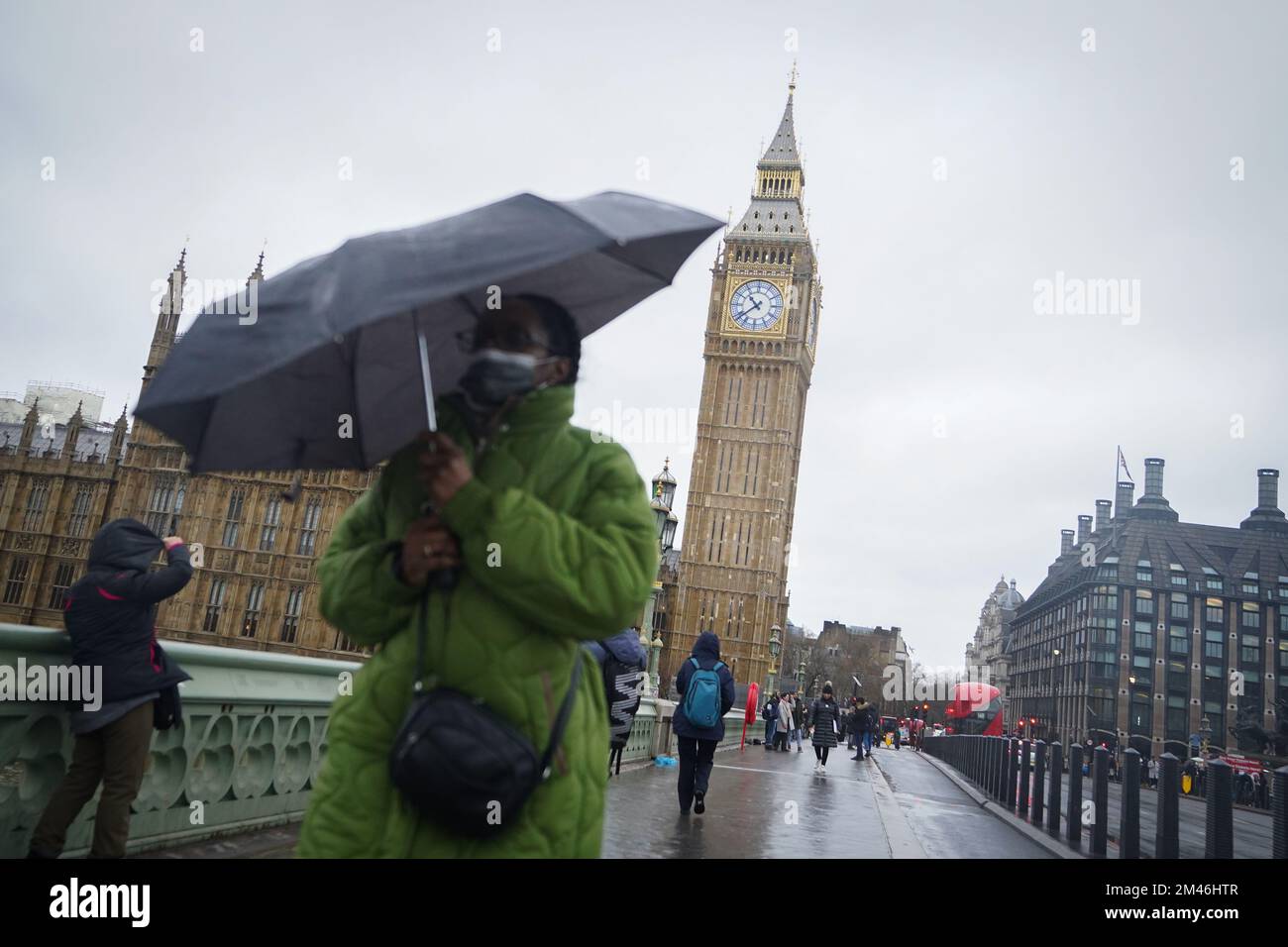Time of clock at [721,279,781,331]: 10:38
